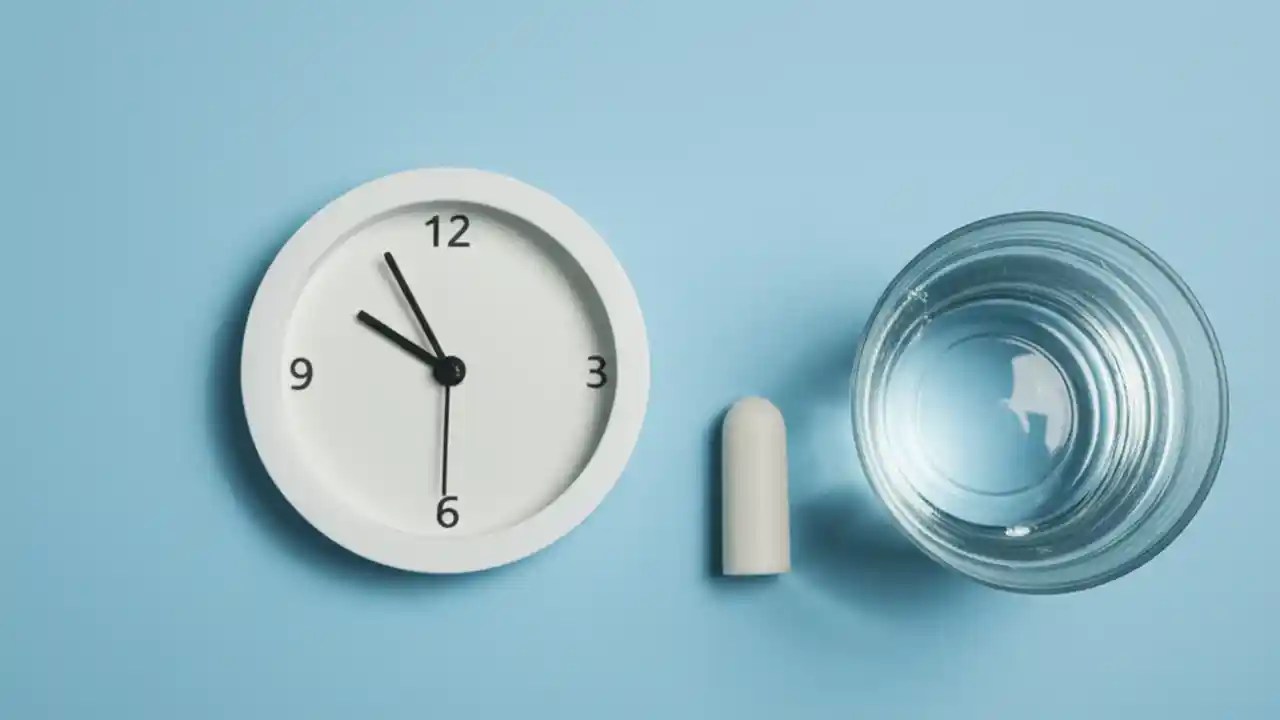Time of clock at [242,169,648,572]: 9:54
